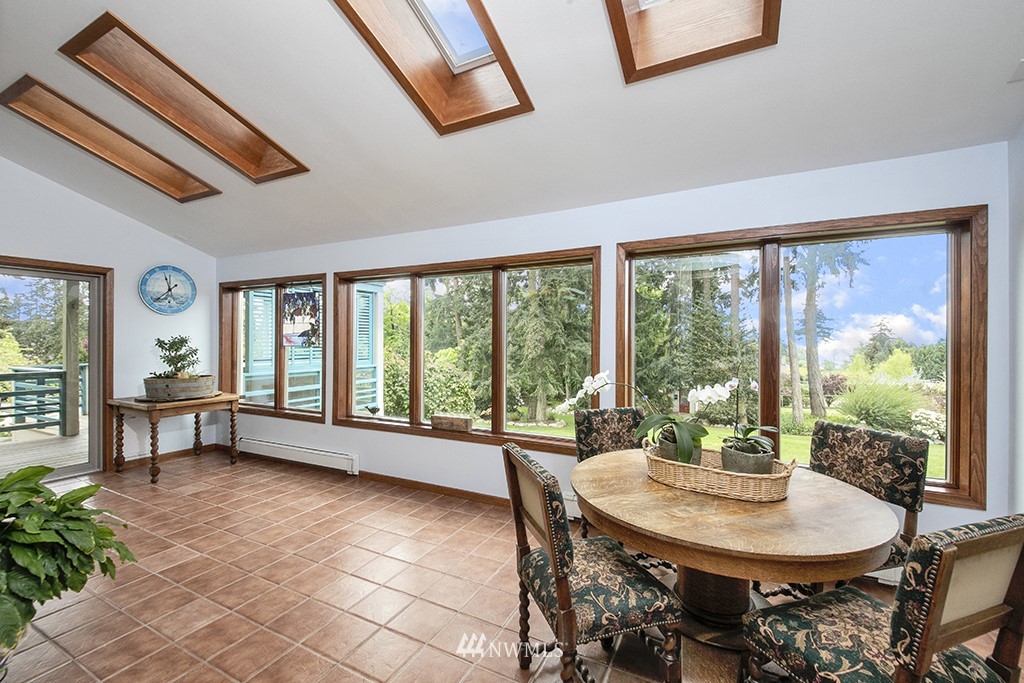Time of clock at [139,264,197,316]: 11:37
